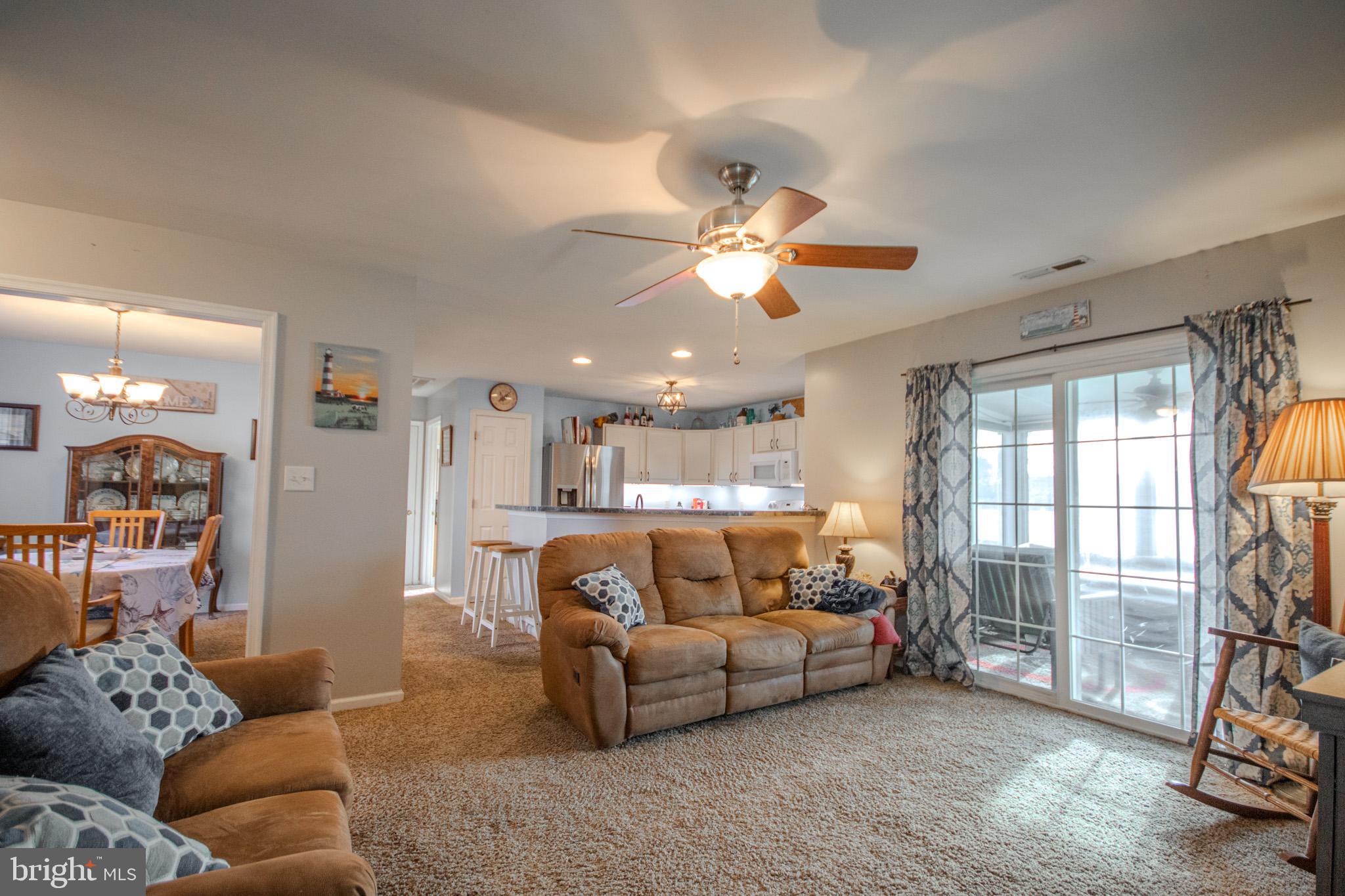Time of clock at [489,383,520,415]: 8:07
